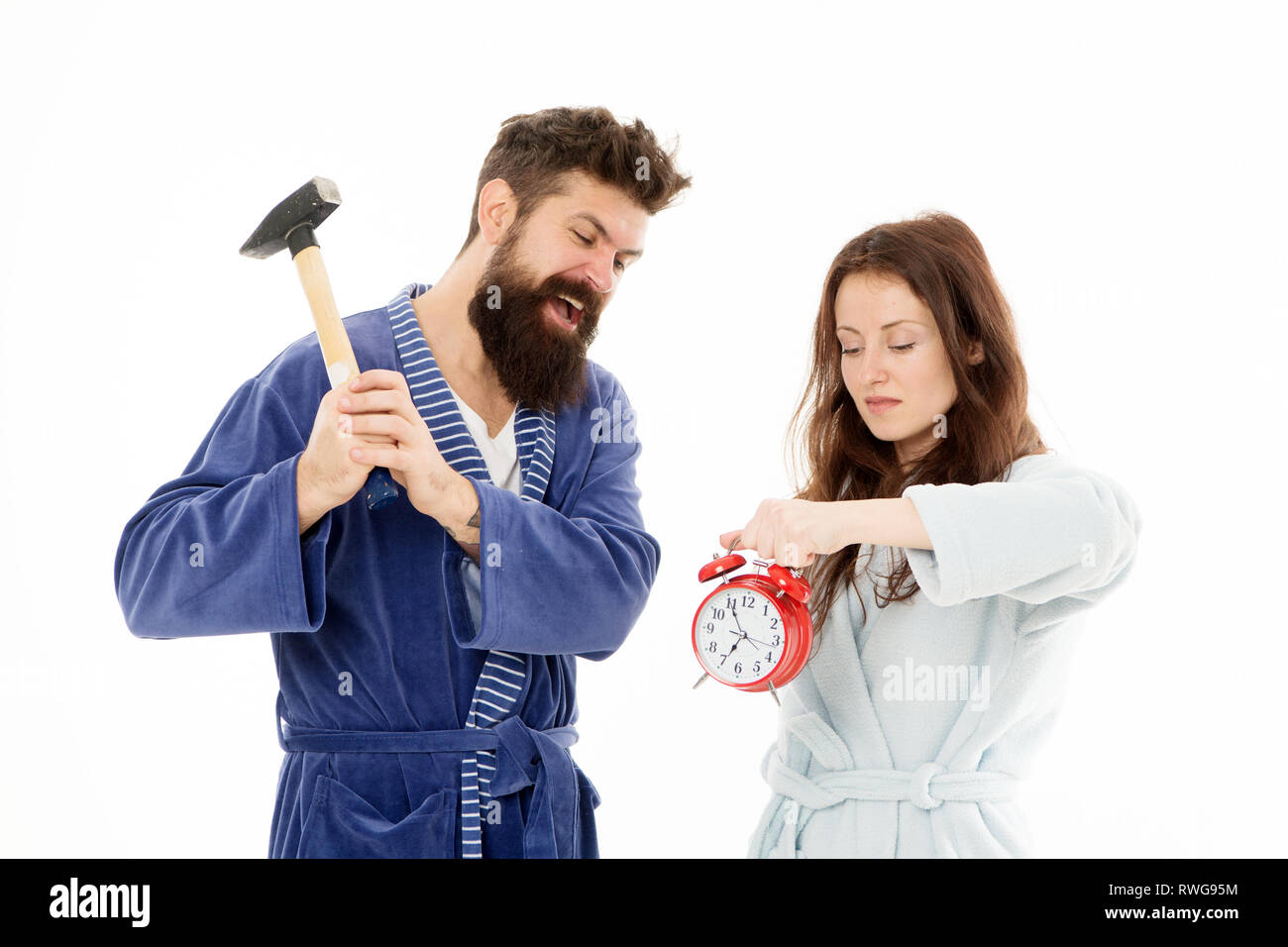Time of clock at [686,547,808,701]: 6:54
